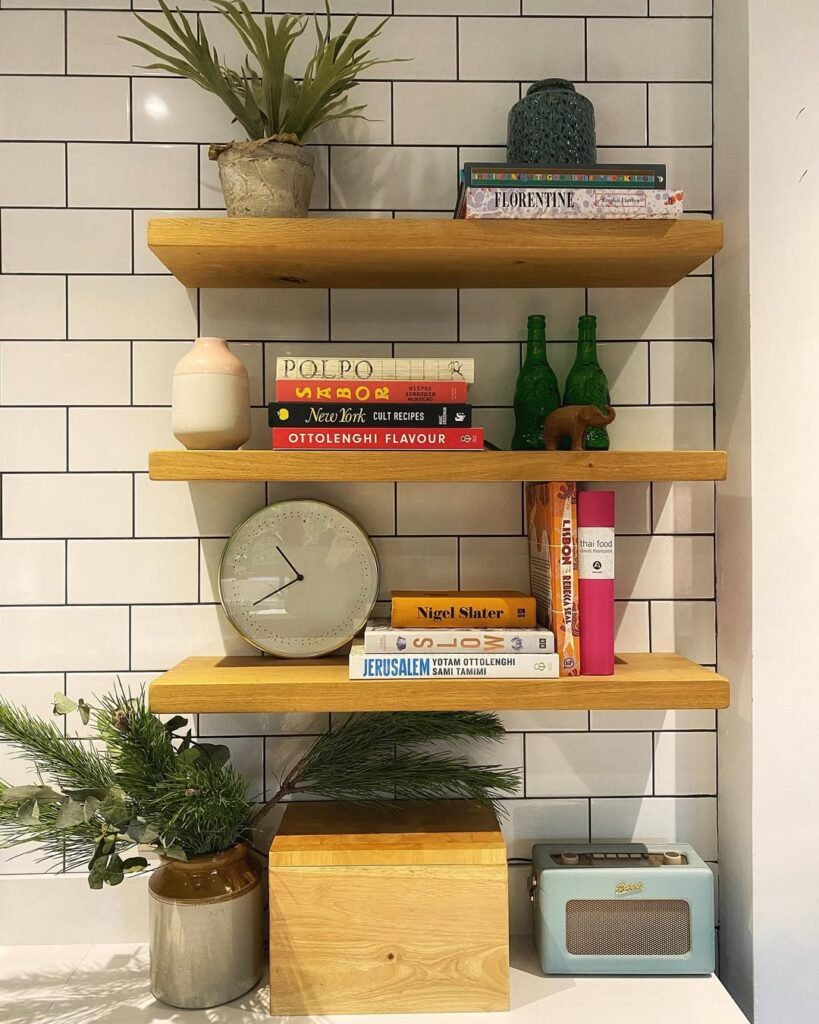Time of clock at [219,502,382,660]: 10:40
